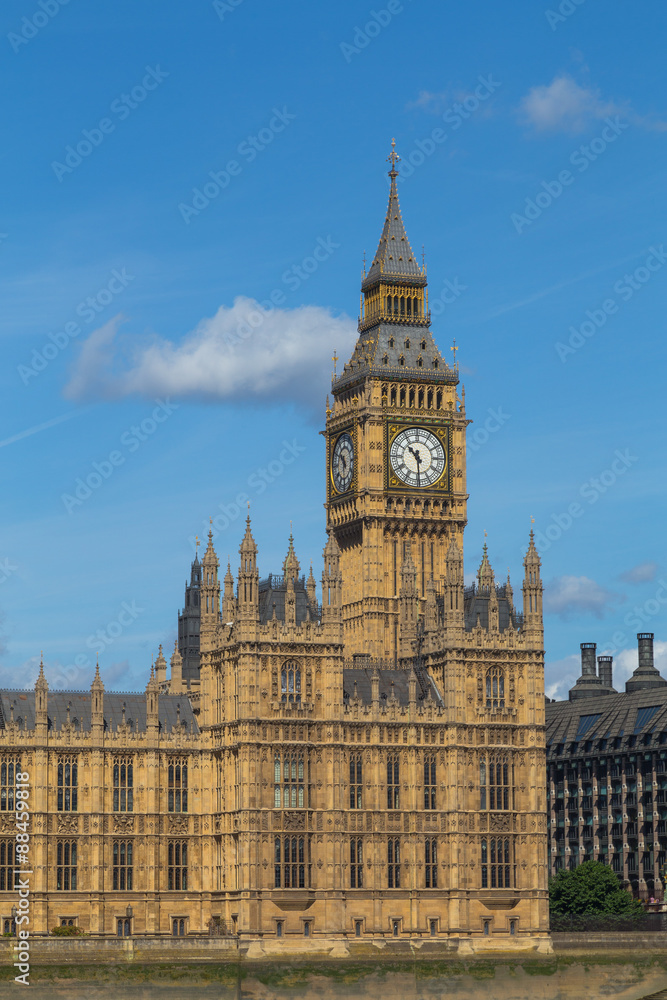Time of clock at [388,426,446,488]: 10:29
